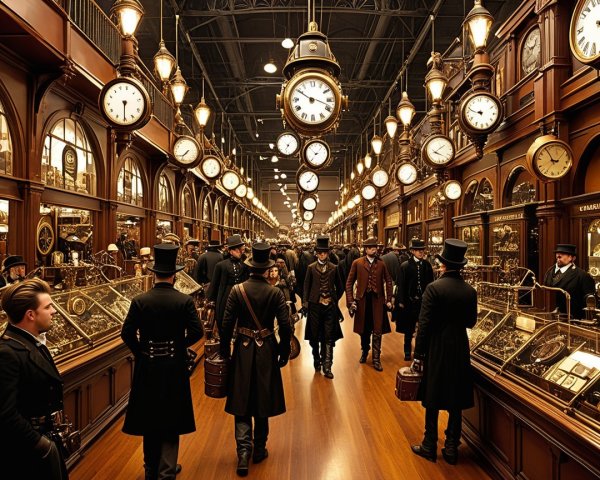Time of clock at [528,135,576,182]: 2:54
